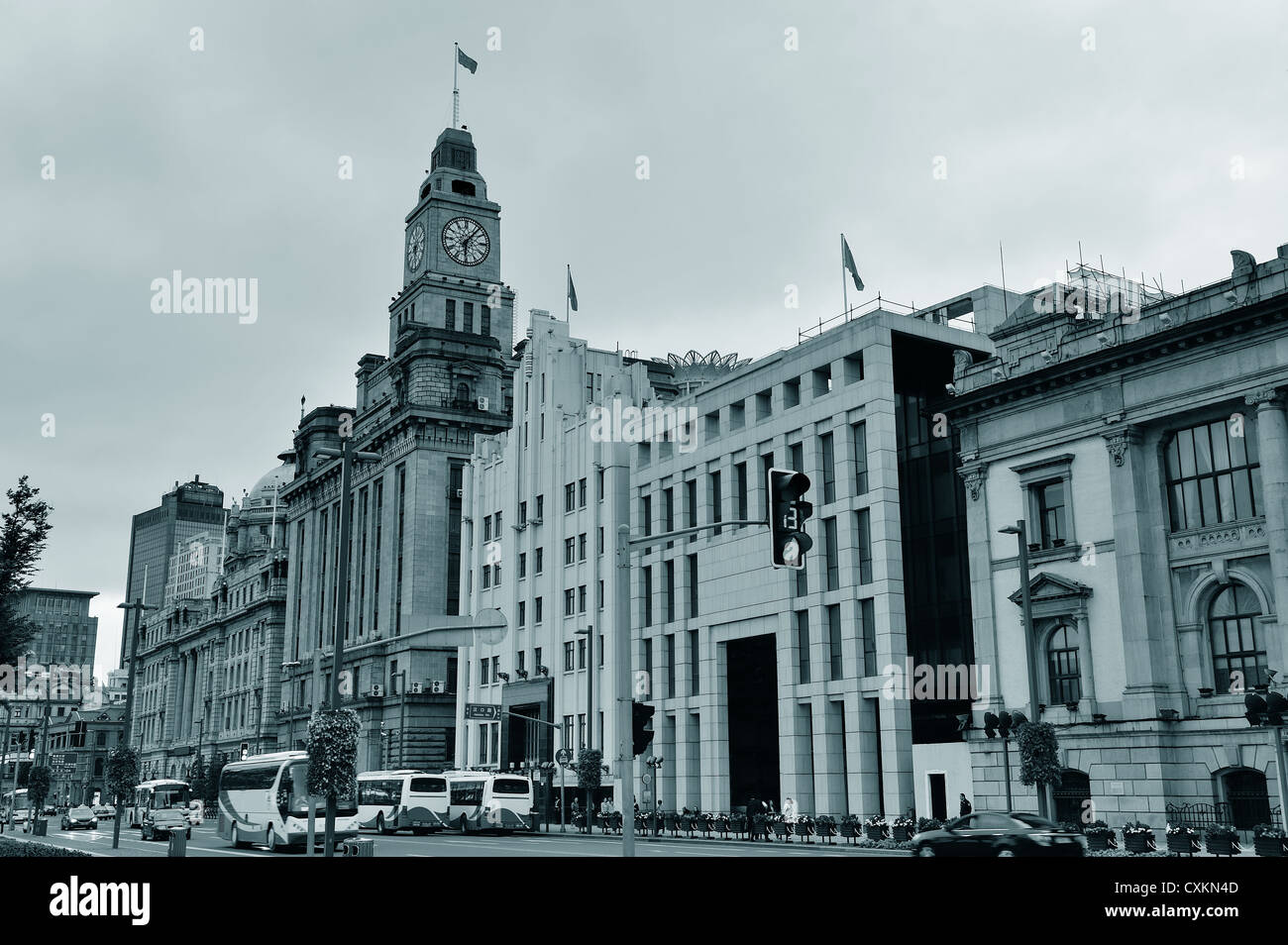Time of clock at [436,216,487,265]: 6:06
